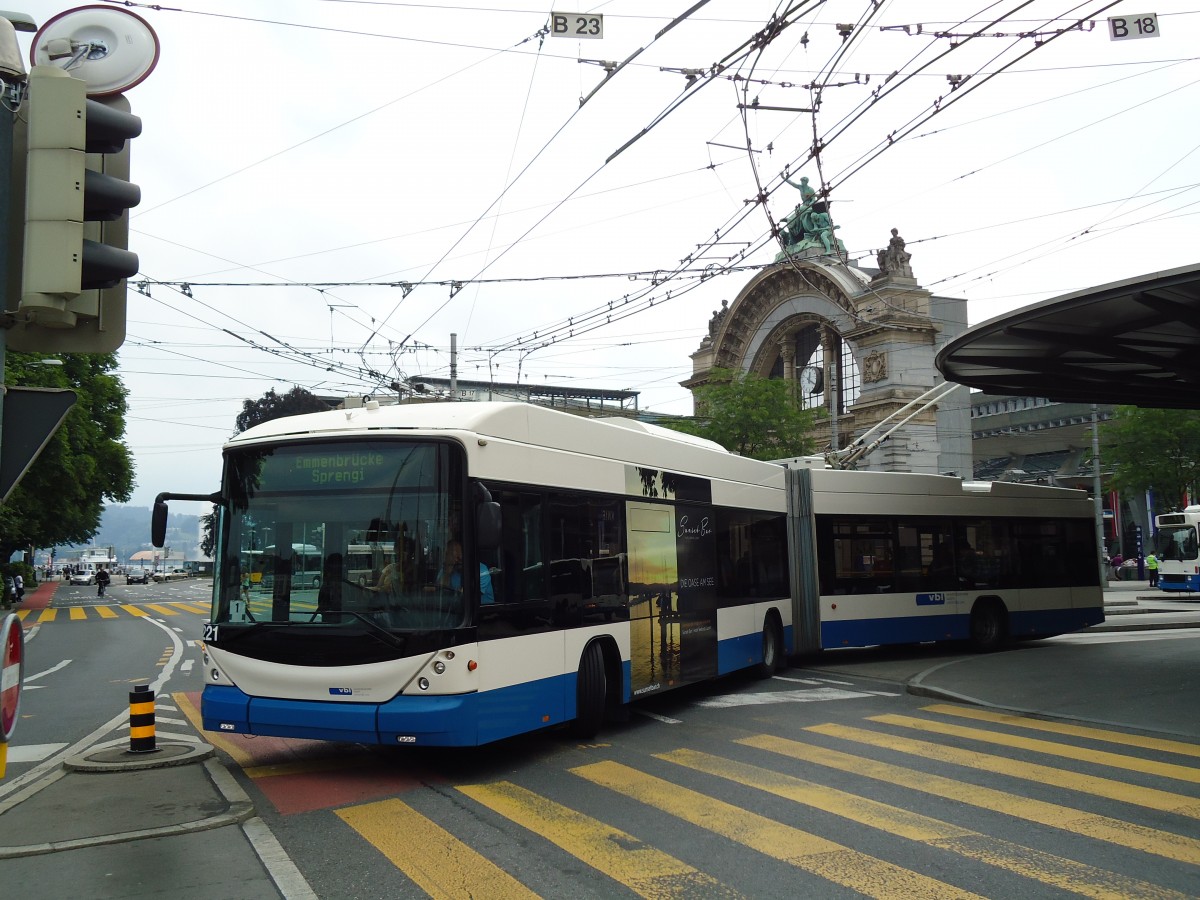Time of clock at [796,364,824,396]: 12:19
